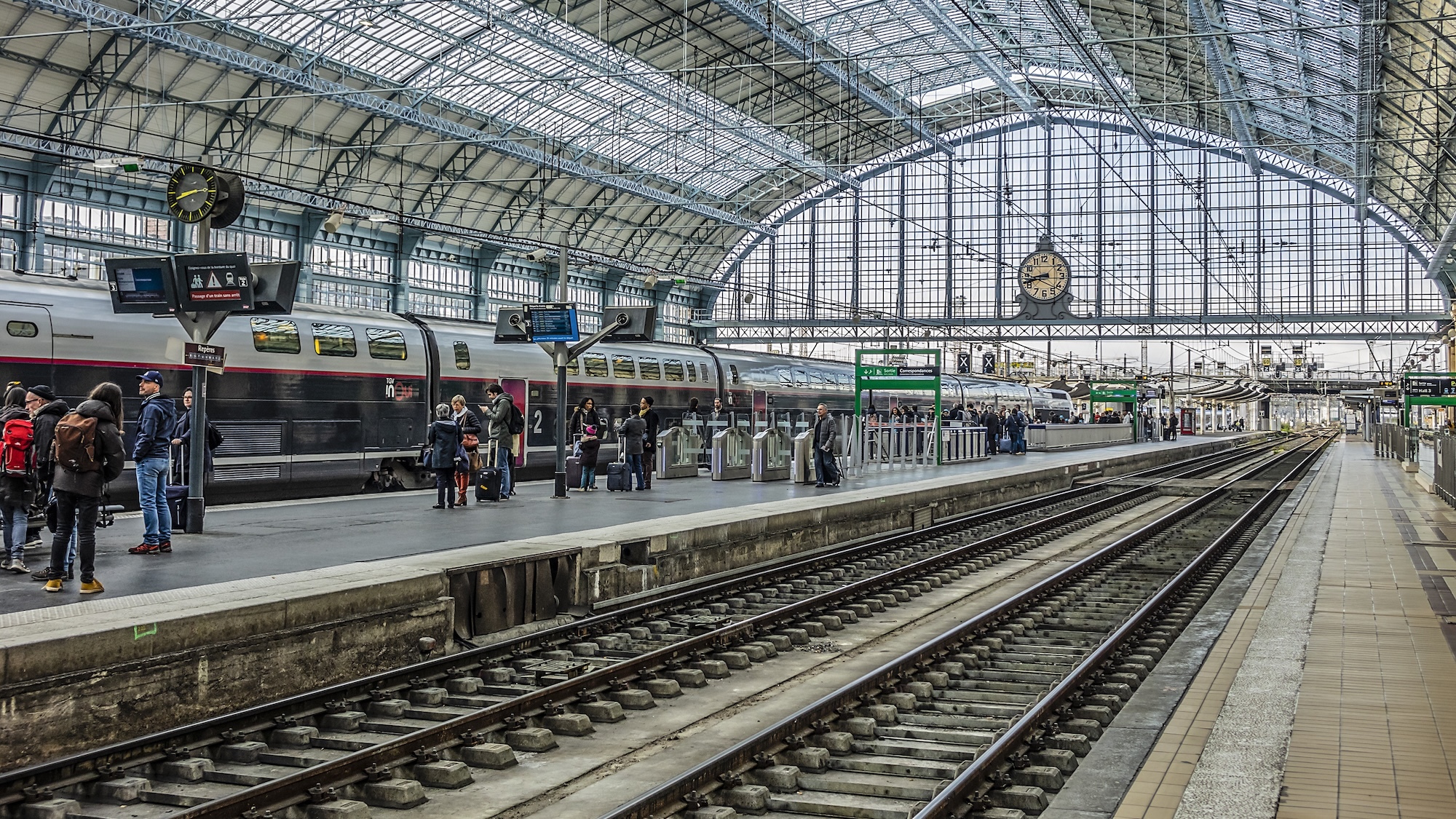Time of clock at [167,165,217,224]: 8:14
